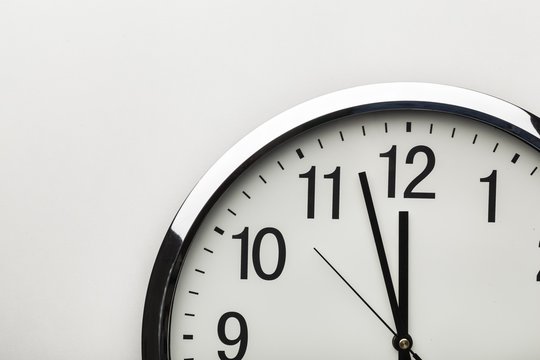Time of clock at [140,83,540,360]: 11:57
